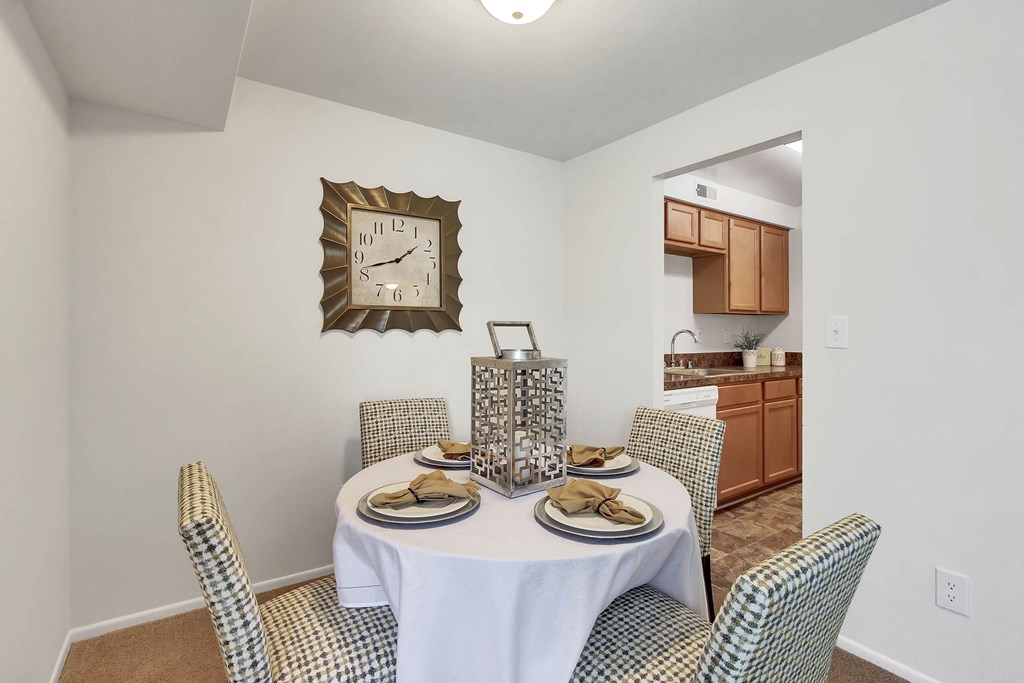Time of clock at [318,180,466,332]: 1:42
